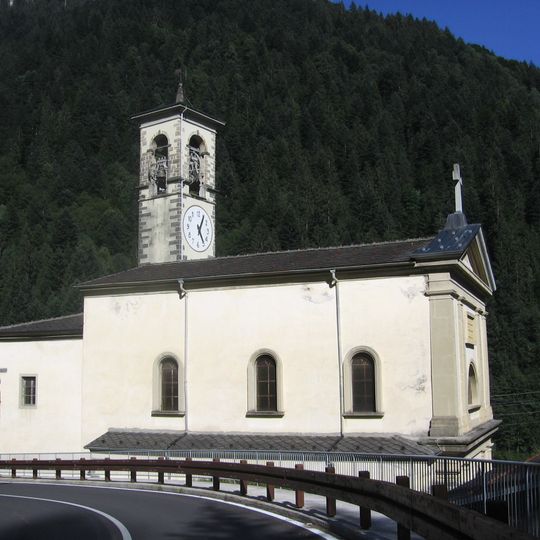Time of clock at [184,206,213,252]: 5:05
